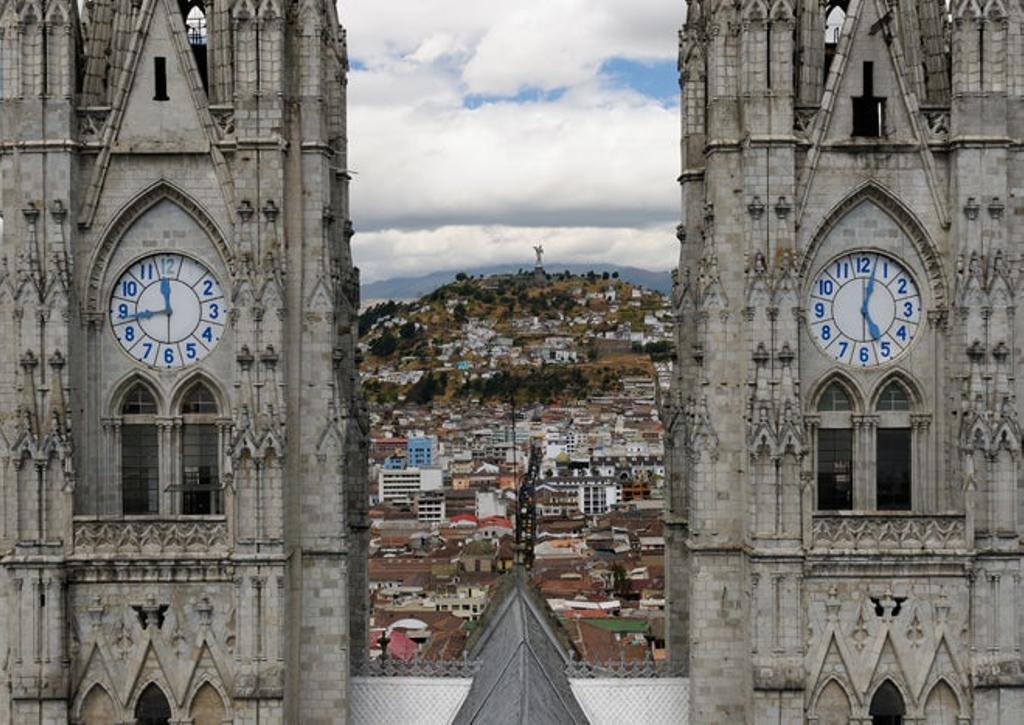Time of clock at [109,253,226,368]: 11:43
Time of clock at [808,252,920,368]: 5:02
